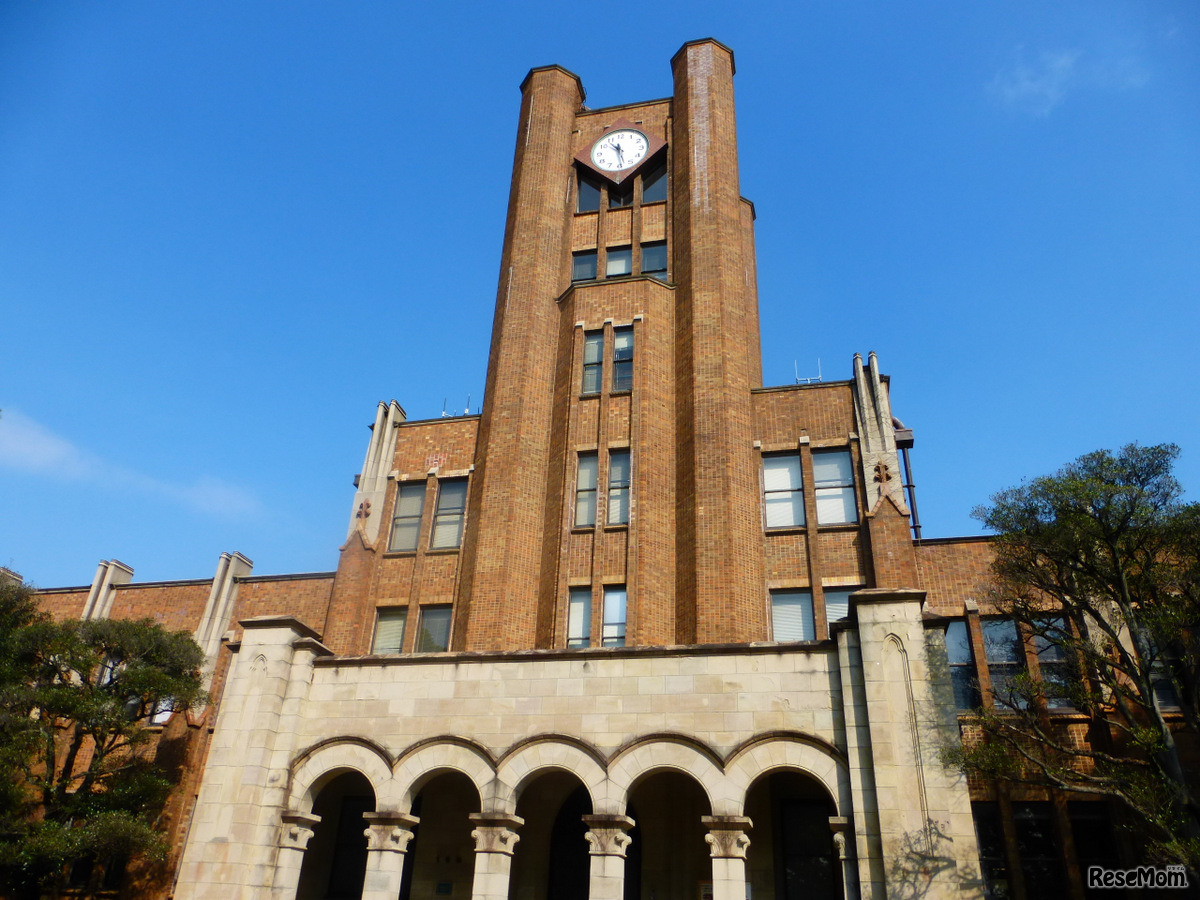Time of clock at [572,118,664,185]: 10:28
